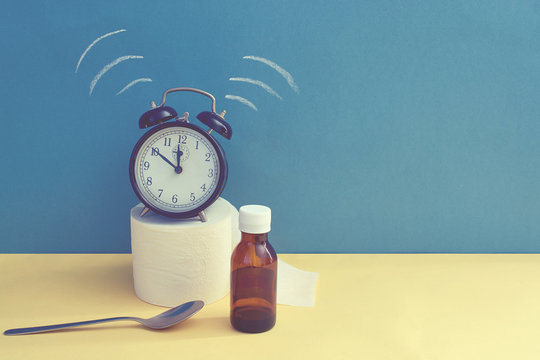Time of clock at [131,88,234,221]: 11:50
